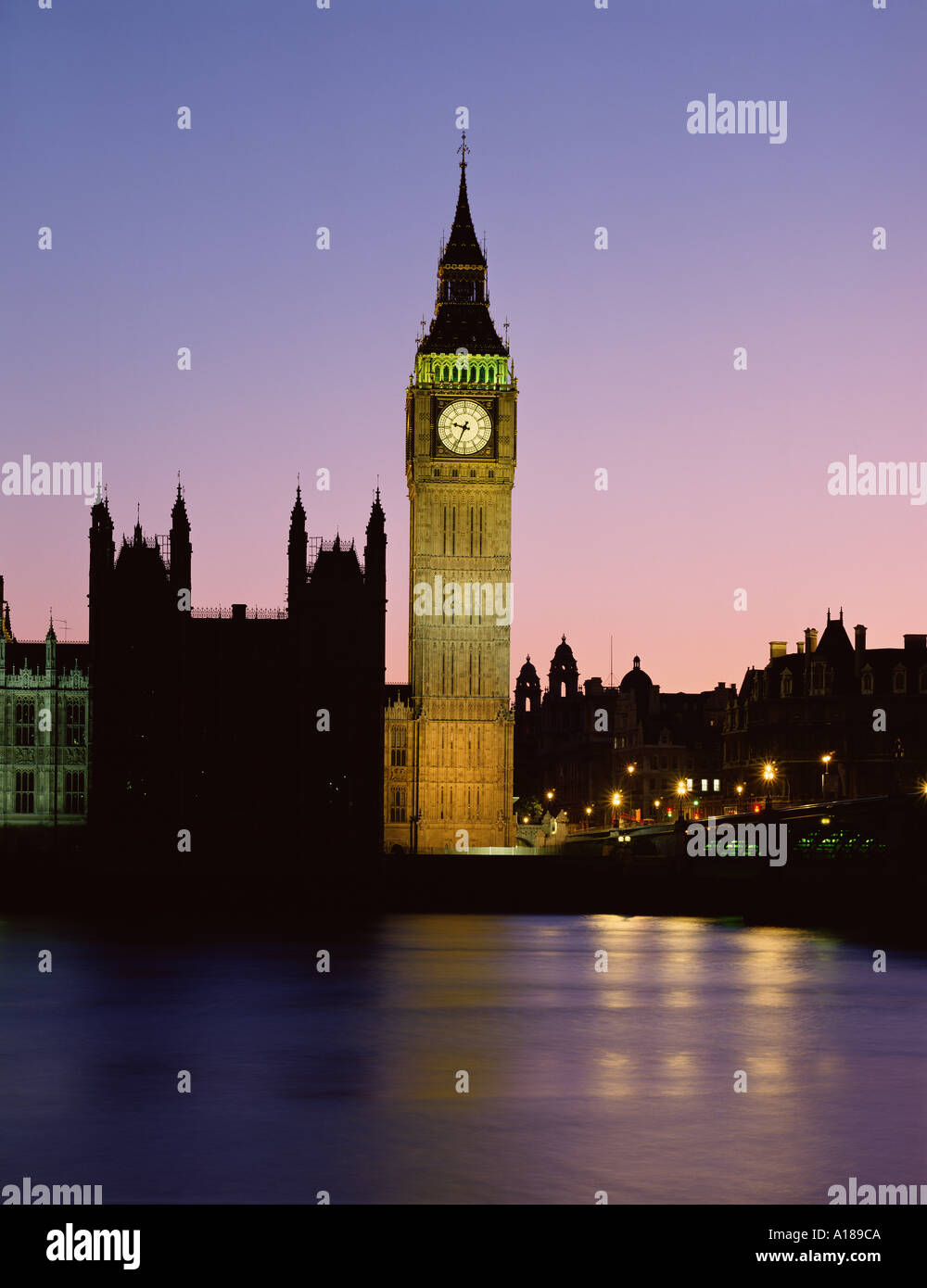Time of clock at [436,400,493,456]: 9:34
